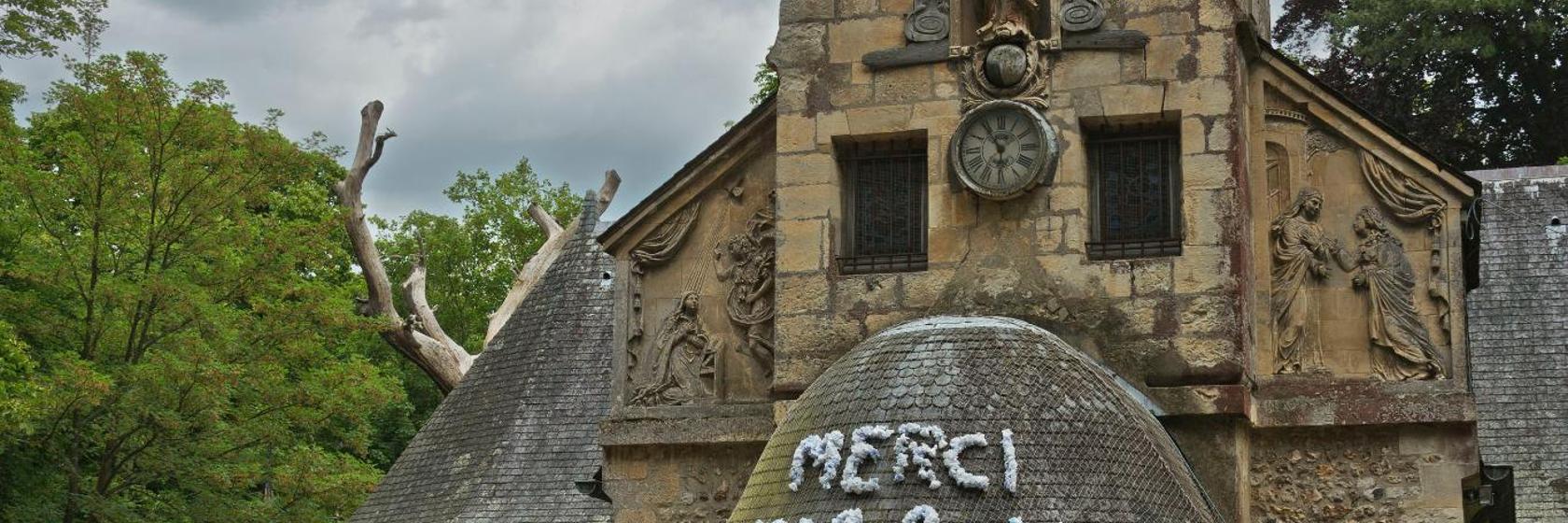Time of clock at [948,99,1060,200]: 5:54
